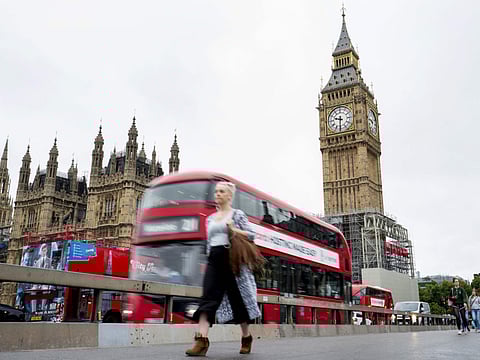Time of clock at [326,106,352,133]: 9:31
